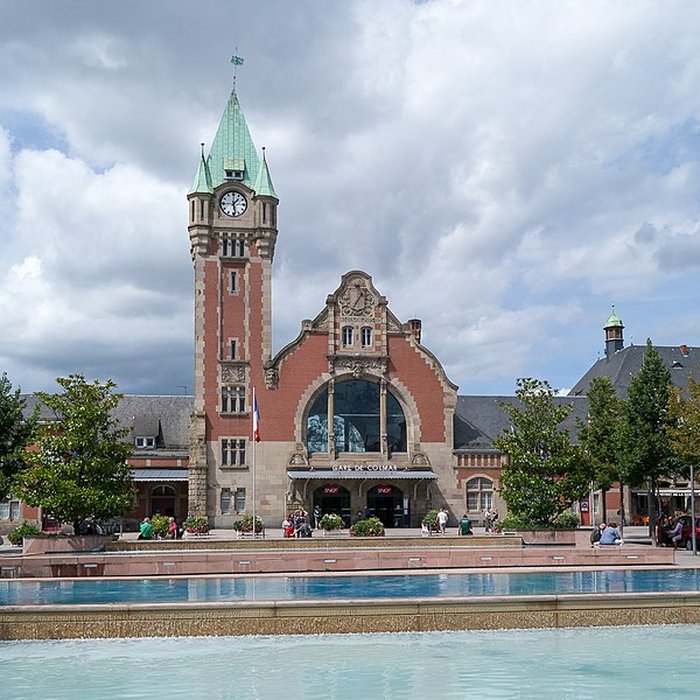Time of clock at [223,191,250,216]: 1:28
